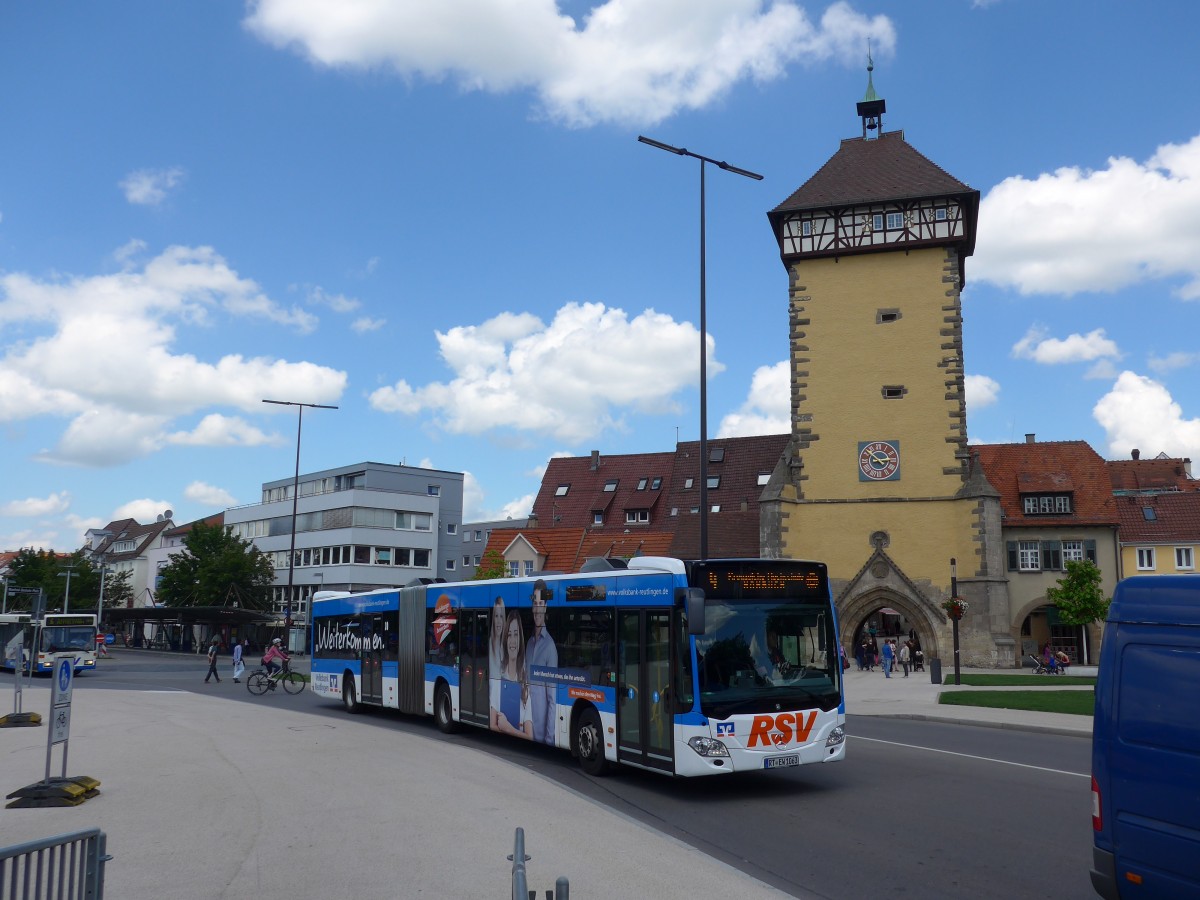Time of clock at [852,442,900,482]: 2:52
